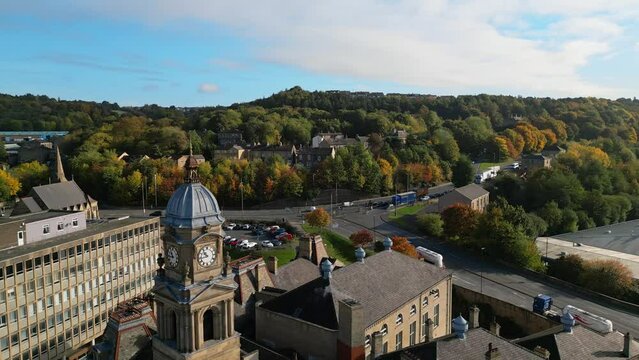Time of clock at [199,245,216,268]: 10:43
